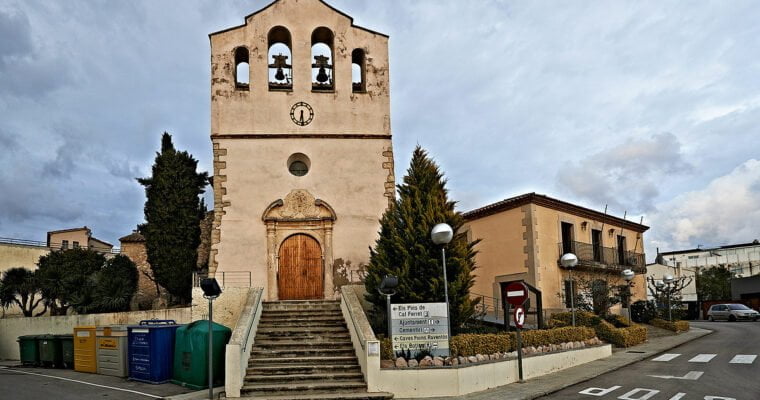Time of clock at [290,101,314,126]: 6:28
